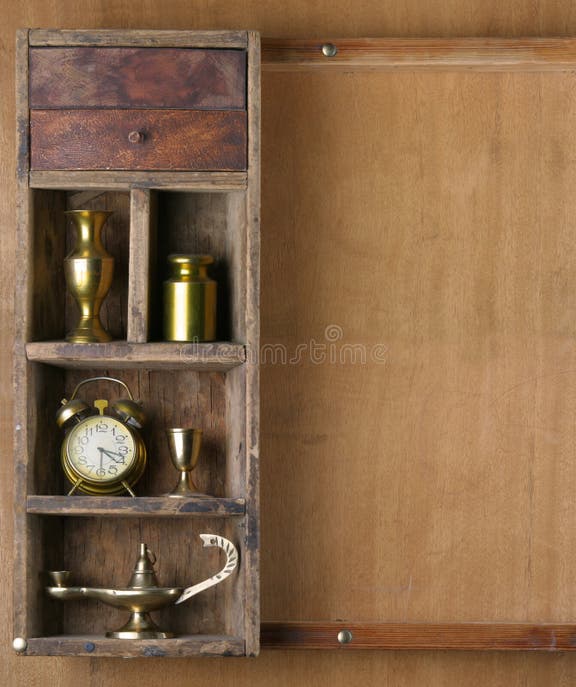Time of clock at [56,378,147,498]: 4:17
